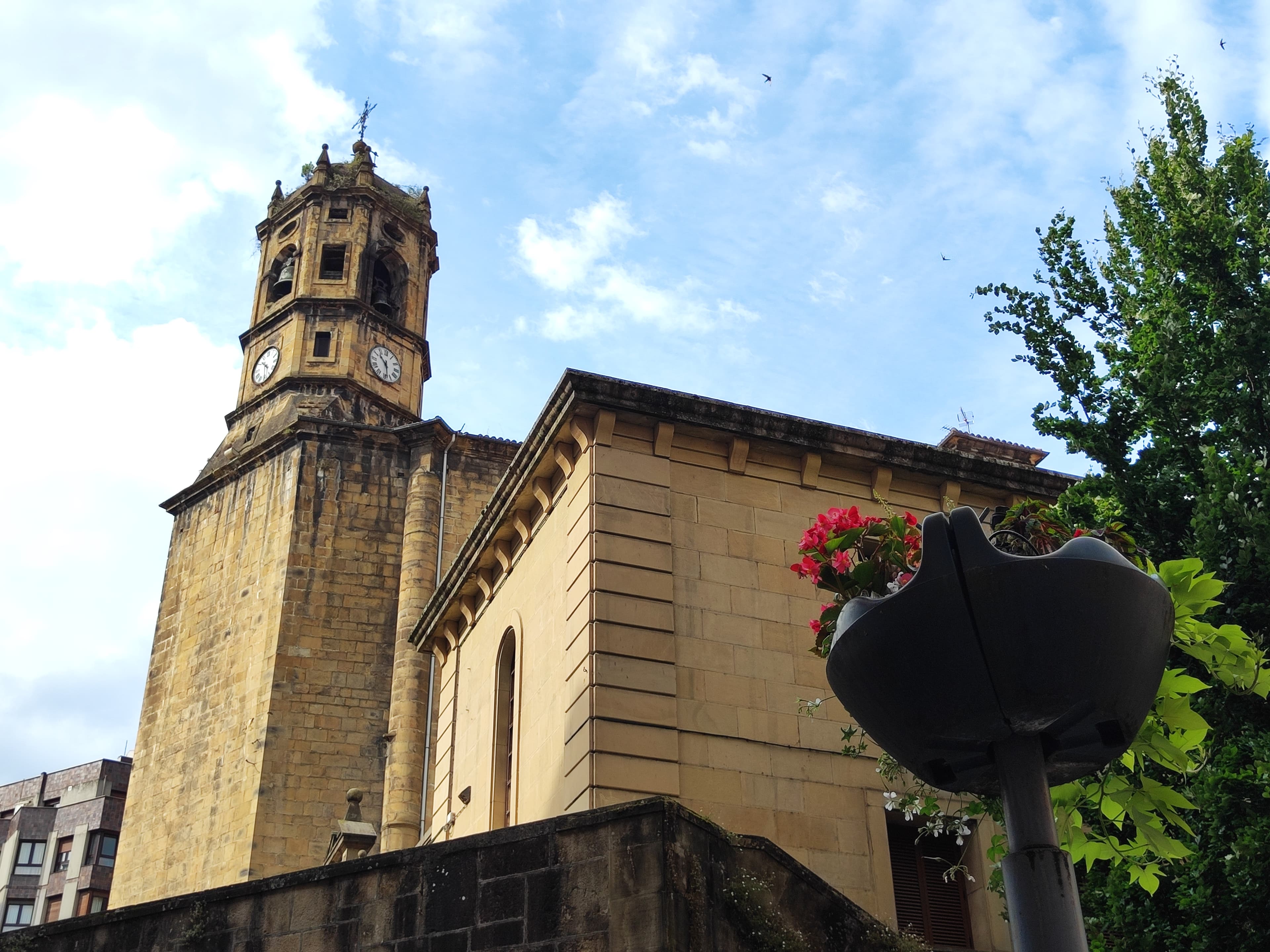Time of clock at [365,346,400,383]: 10:28
